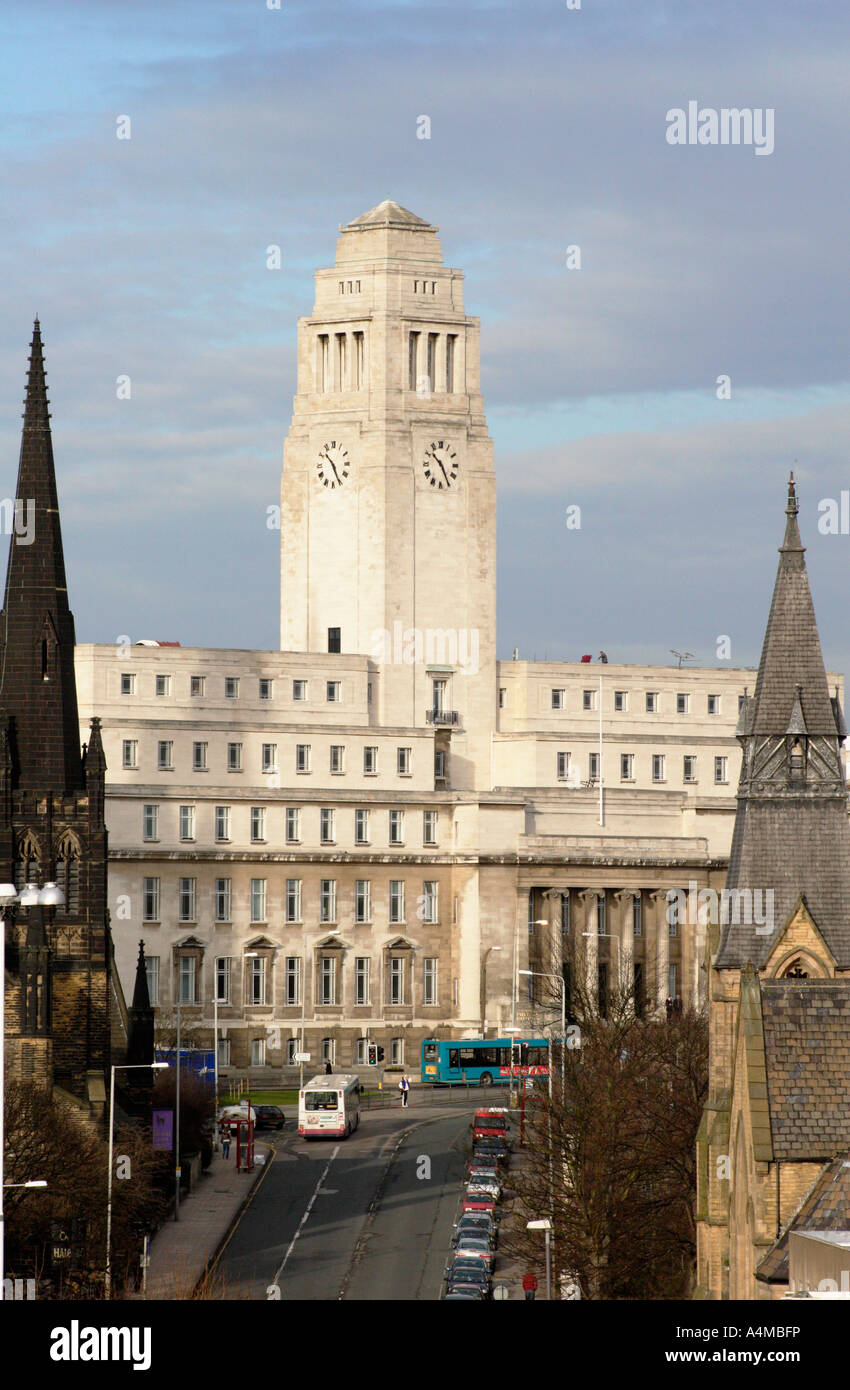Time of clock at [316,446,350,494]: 10:25
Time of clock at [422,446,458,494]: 10:25
